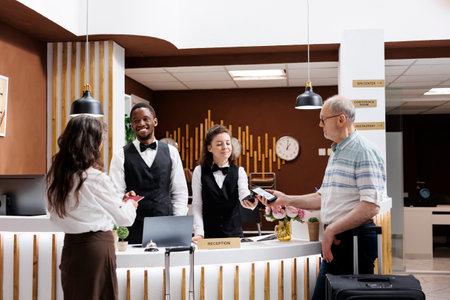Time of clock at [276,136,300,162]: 1:00
